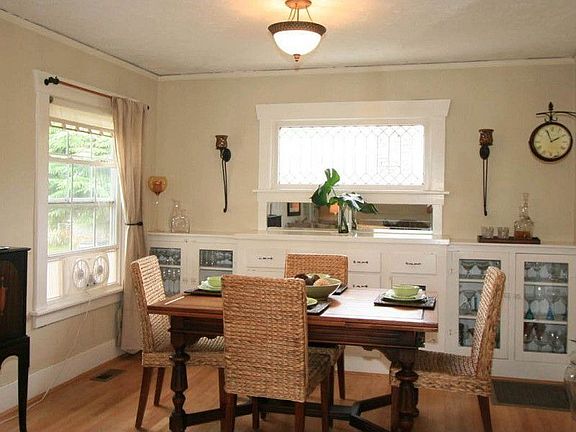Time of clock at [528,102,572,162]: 1:56
